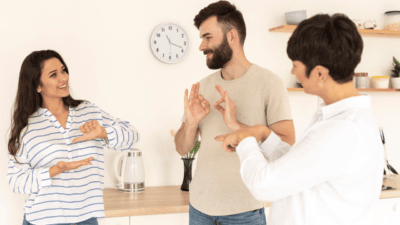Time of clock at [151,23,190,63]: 11:18
